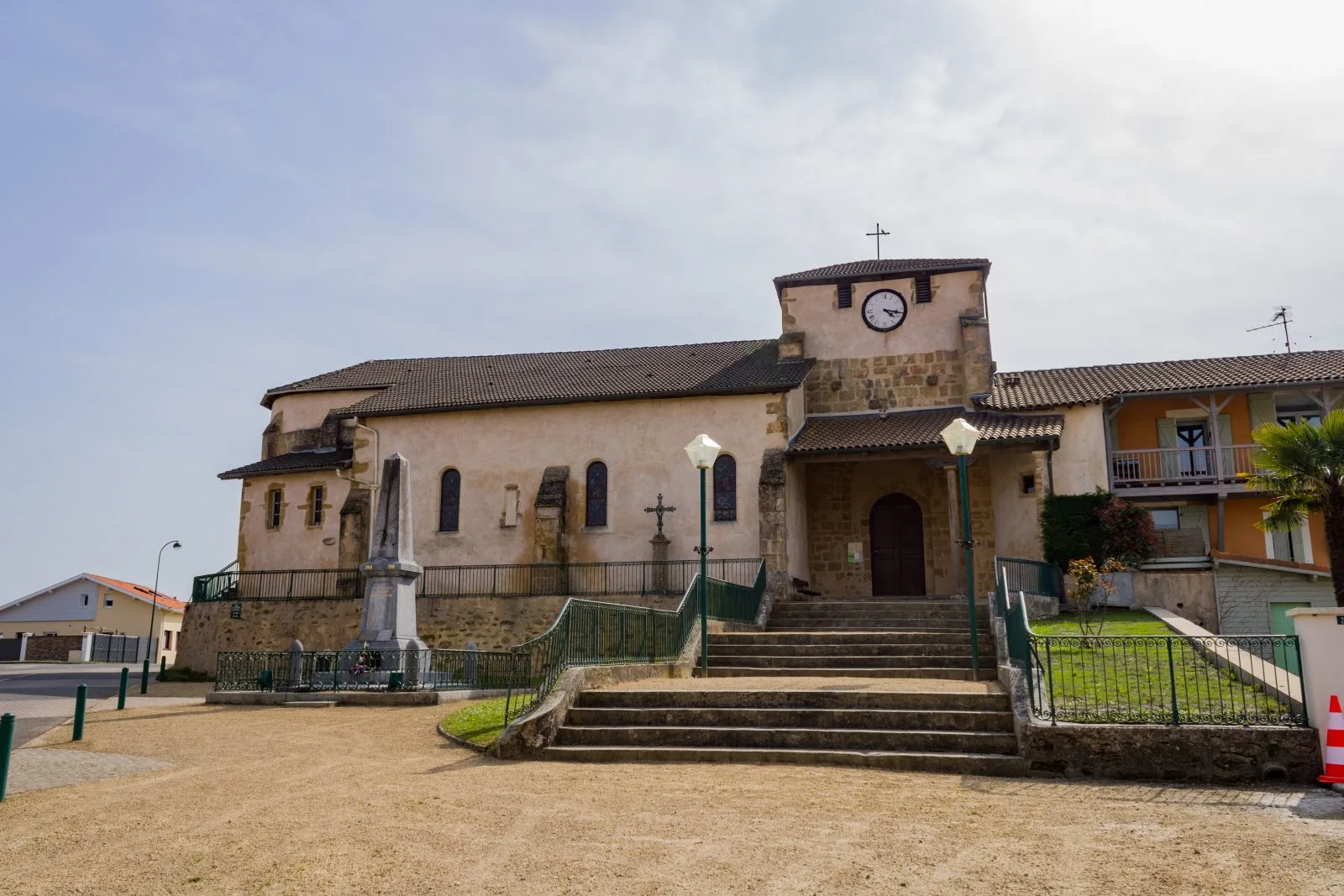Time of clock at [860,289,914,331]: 4:17
